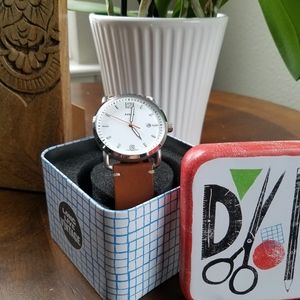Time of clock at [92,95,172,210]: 5:01
